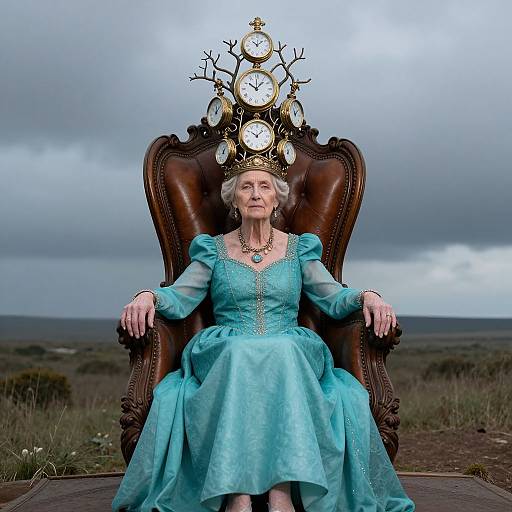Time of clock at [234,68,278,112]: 10:07
